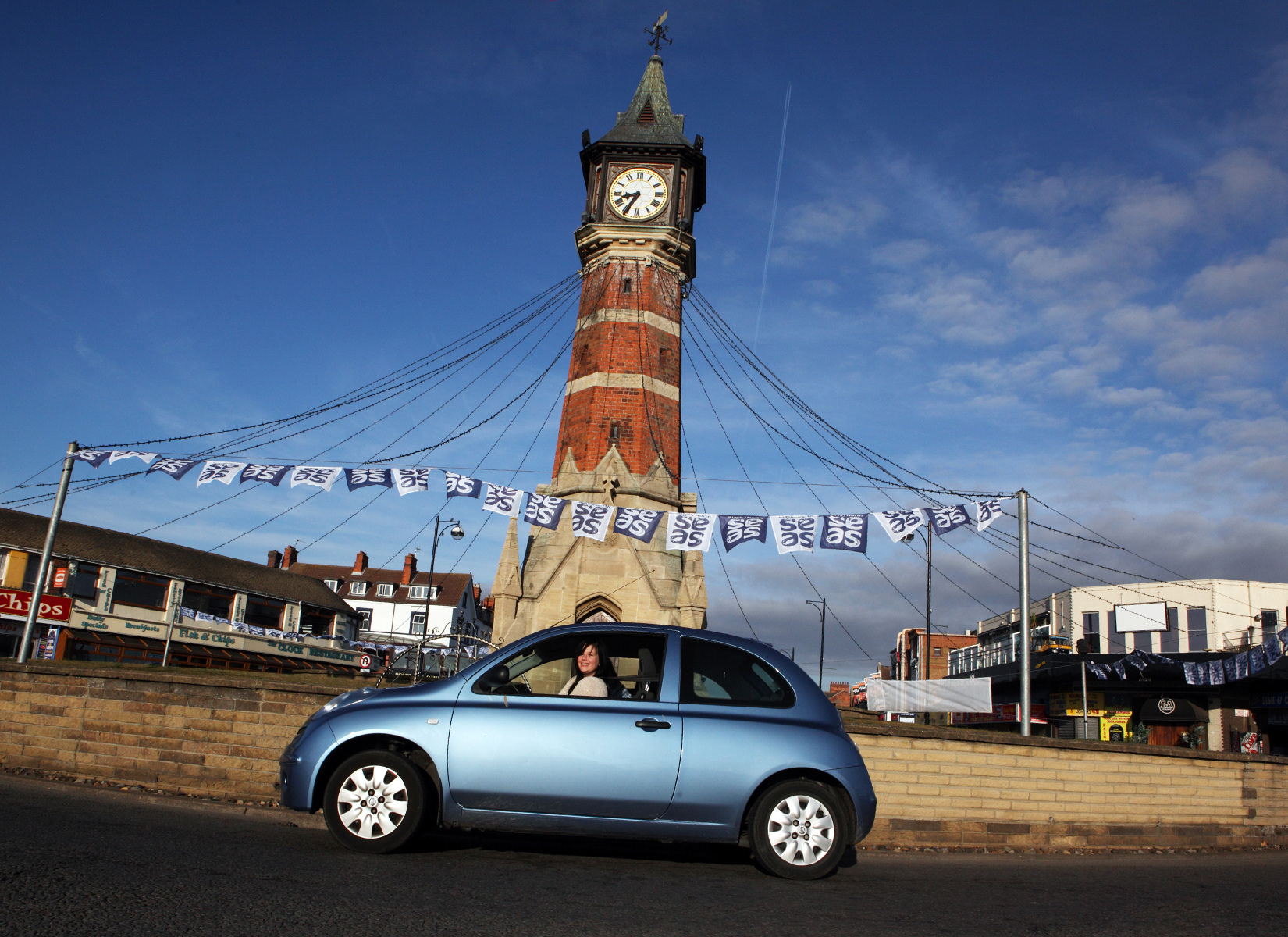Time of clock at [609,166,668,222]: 8:34
